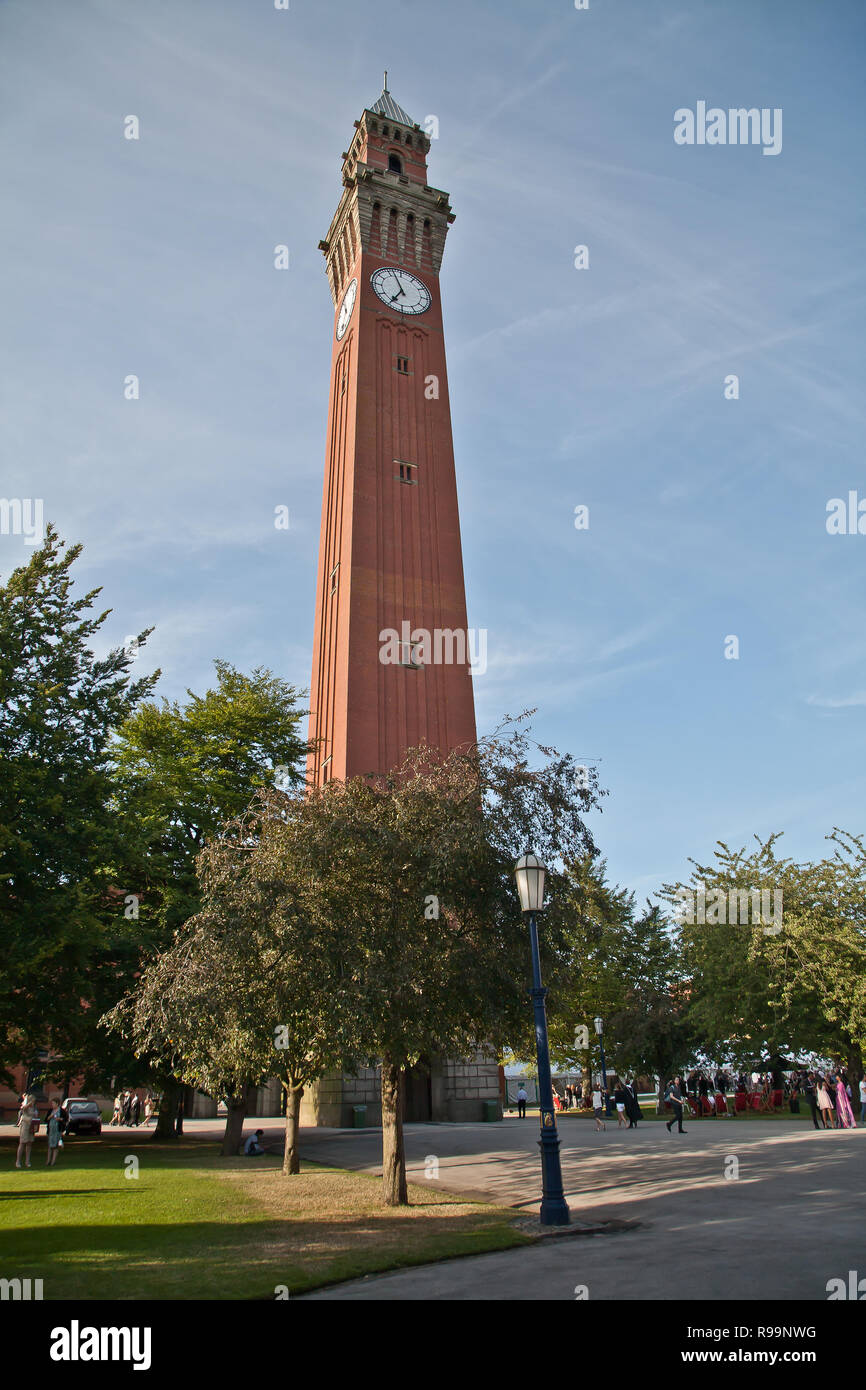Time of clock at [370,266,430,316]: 6:56
